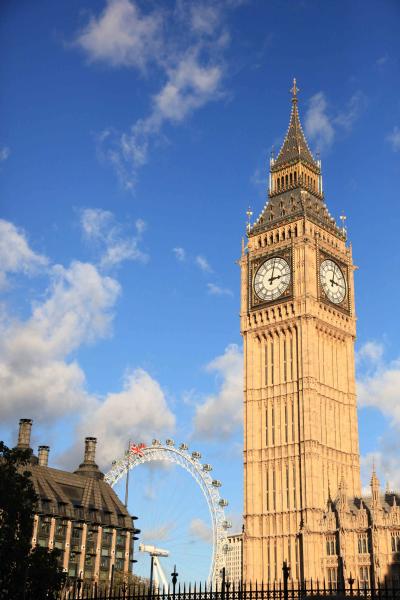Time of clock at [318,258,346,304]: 3:02
